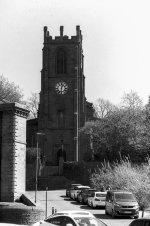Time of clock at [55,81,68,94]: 12:31
